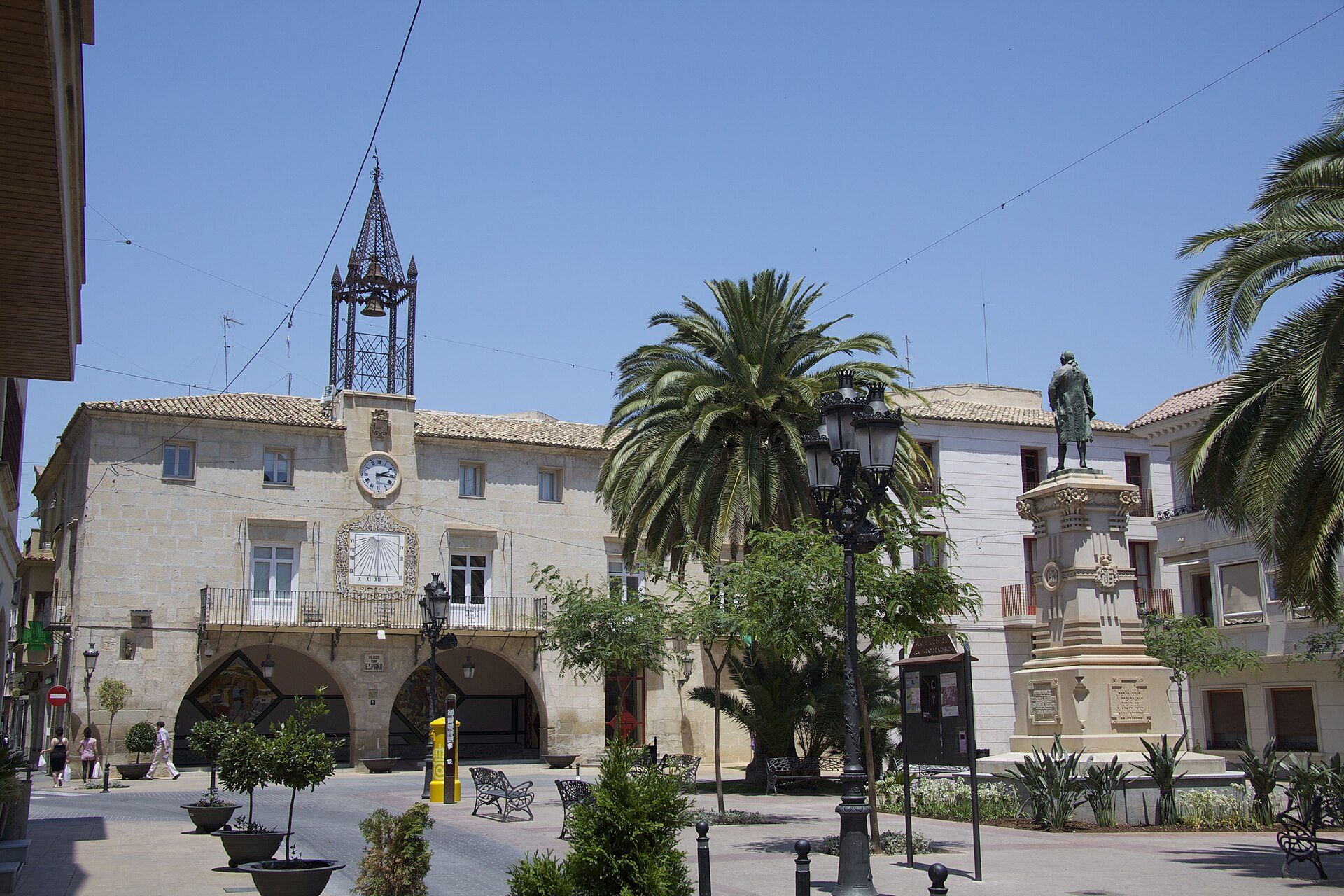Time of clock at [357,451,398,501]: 2:16
